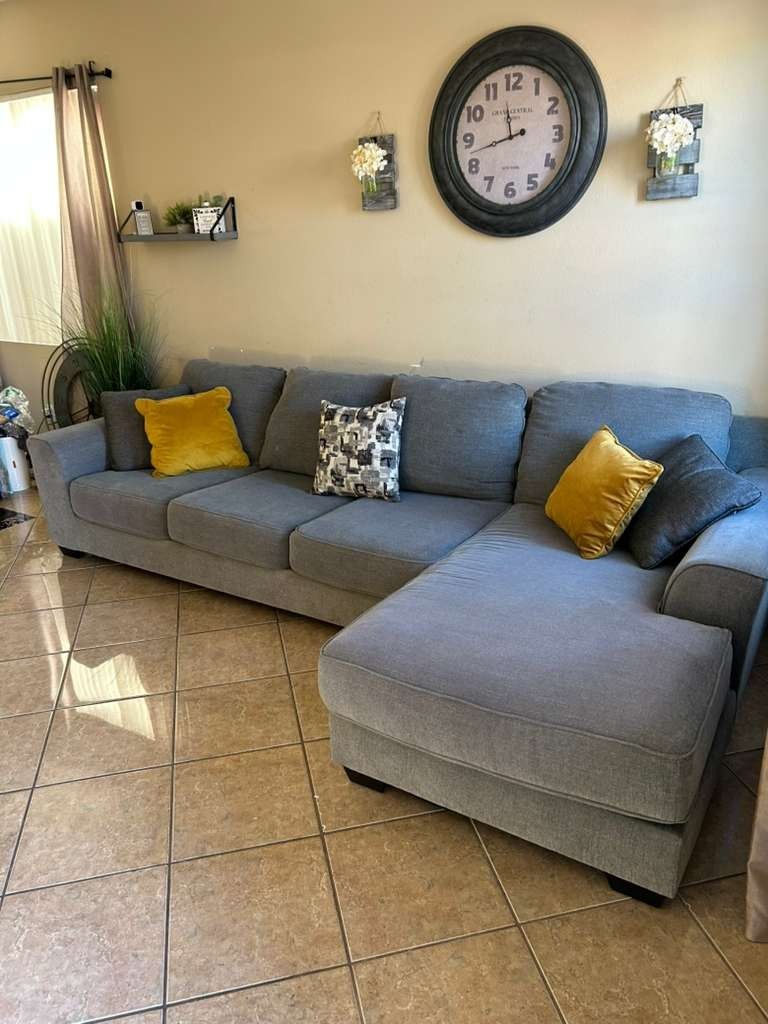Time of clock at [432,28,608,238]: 11:42
